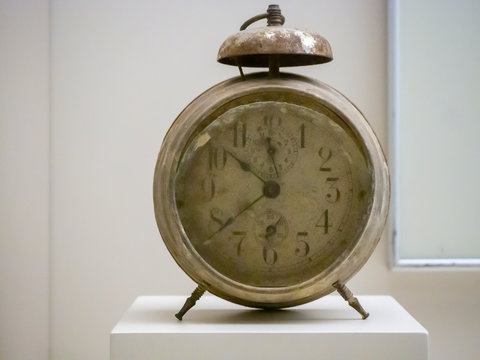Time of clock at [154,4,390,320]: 10:38
